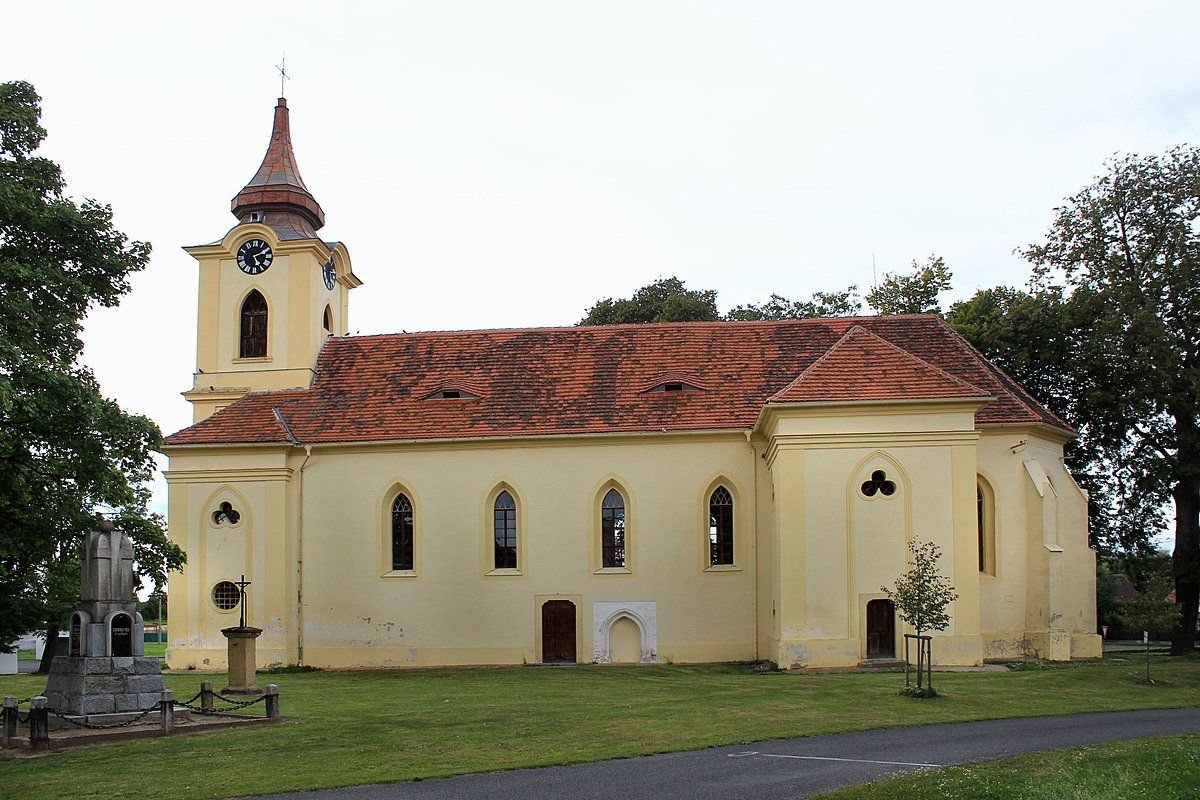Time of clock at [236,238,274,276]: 5:10
